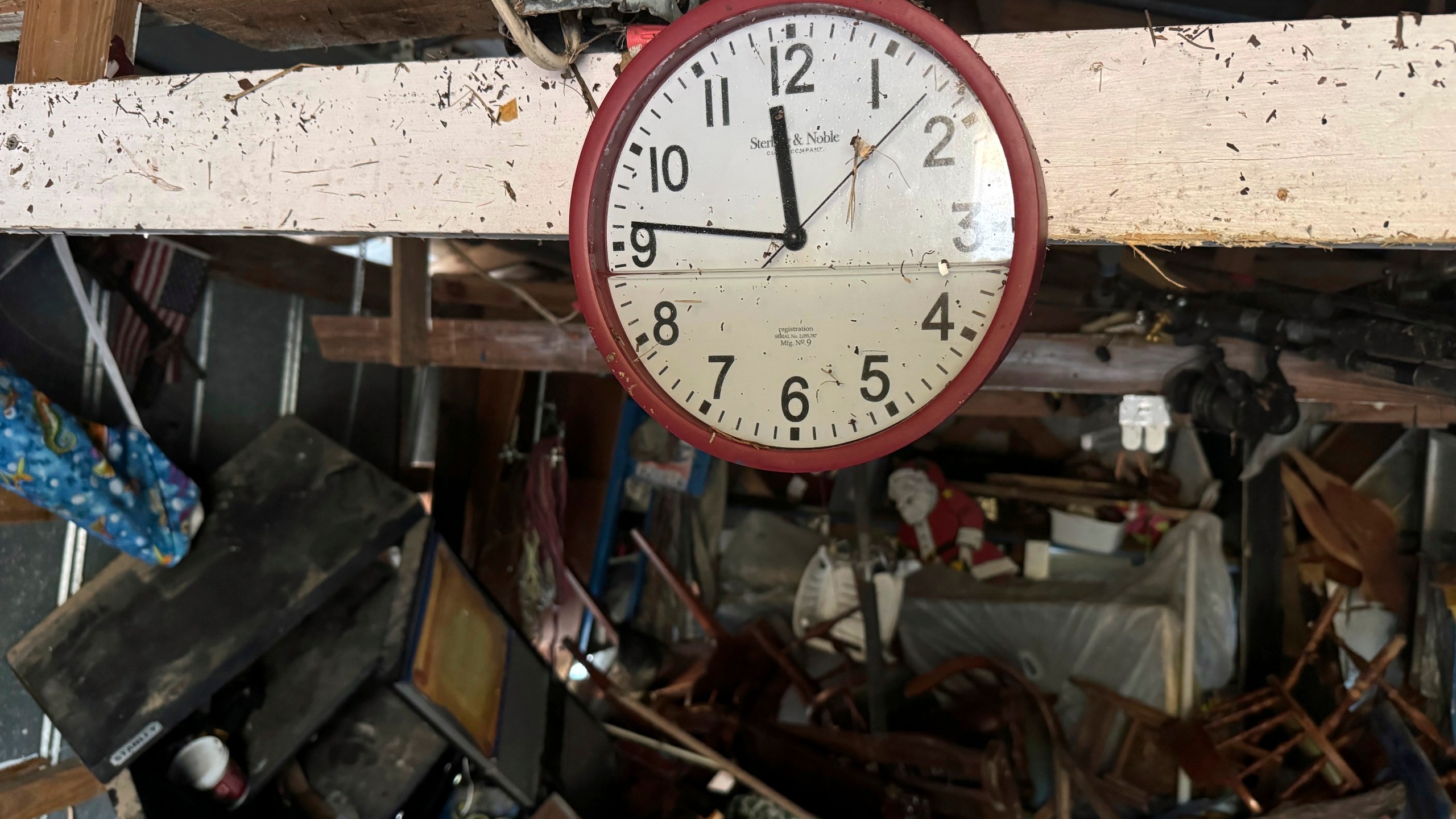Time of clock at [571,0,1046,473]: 11:46
